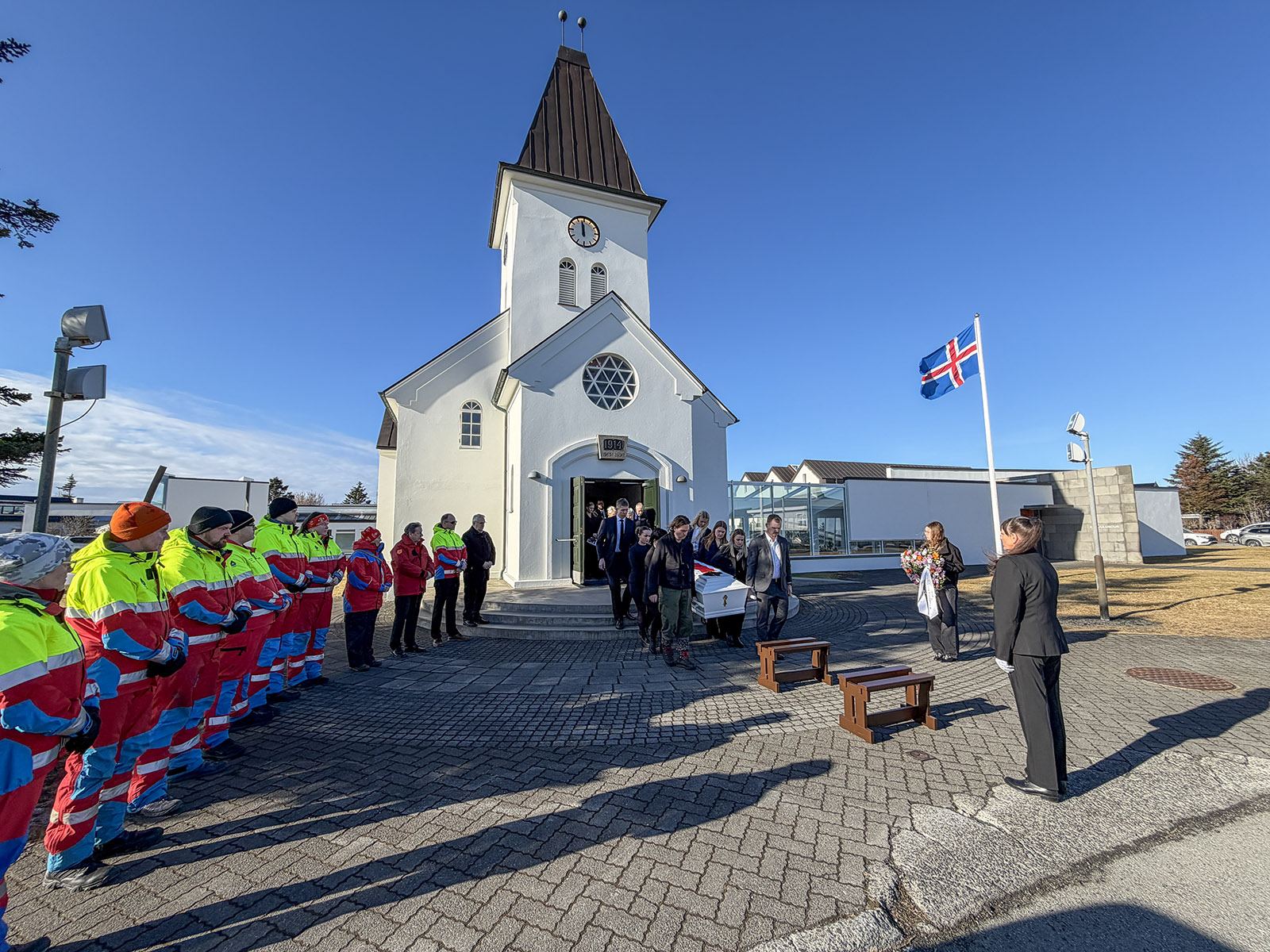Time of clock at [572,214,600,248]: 11:58
